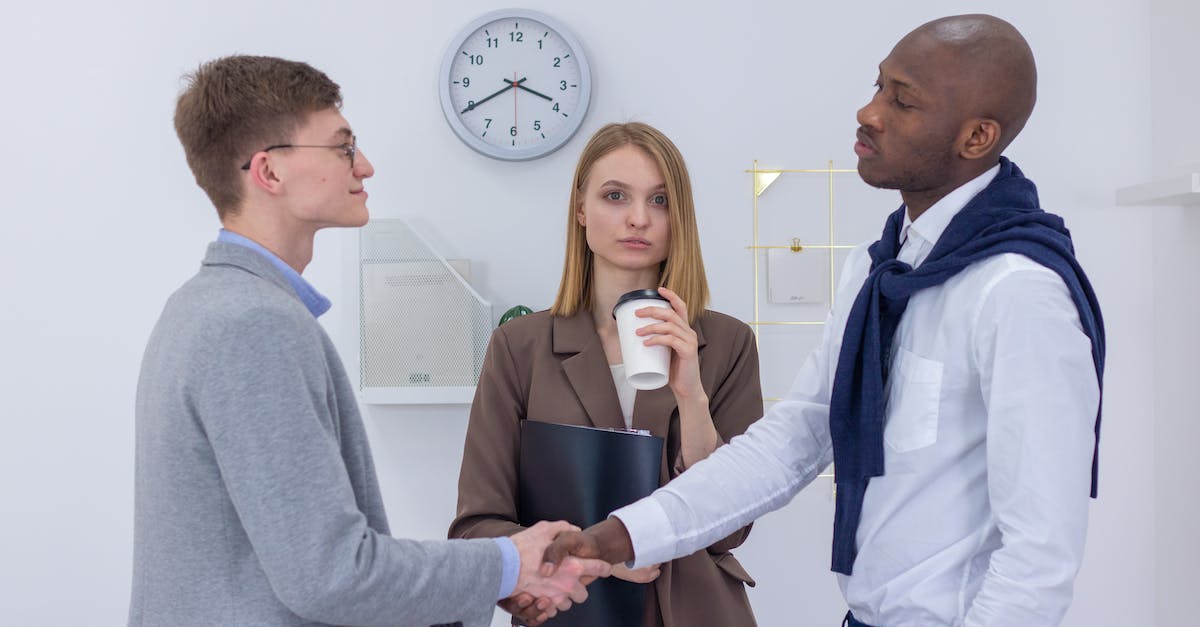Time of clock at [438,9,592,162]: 3:39
